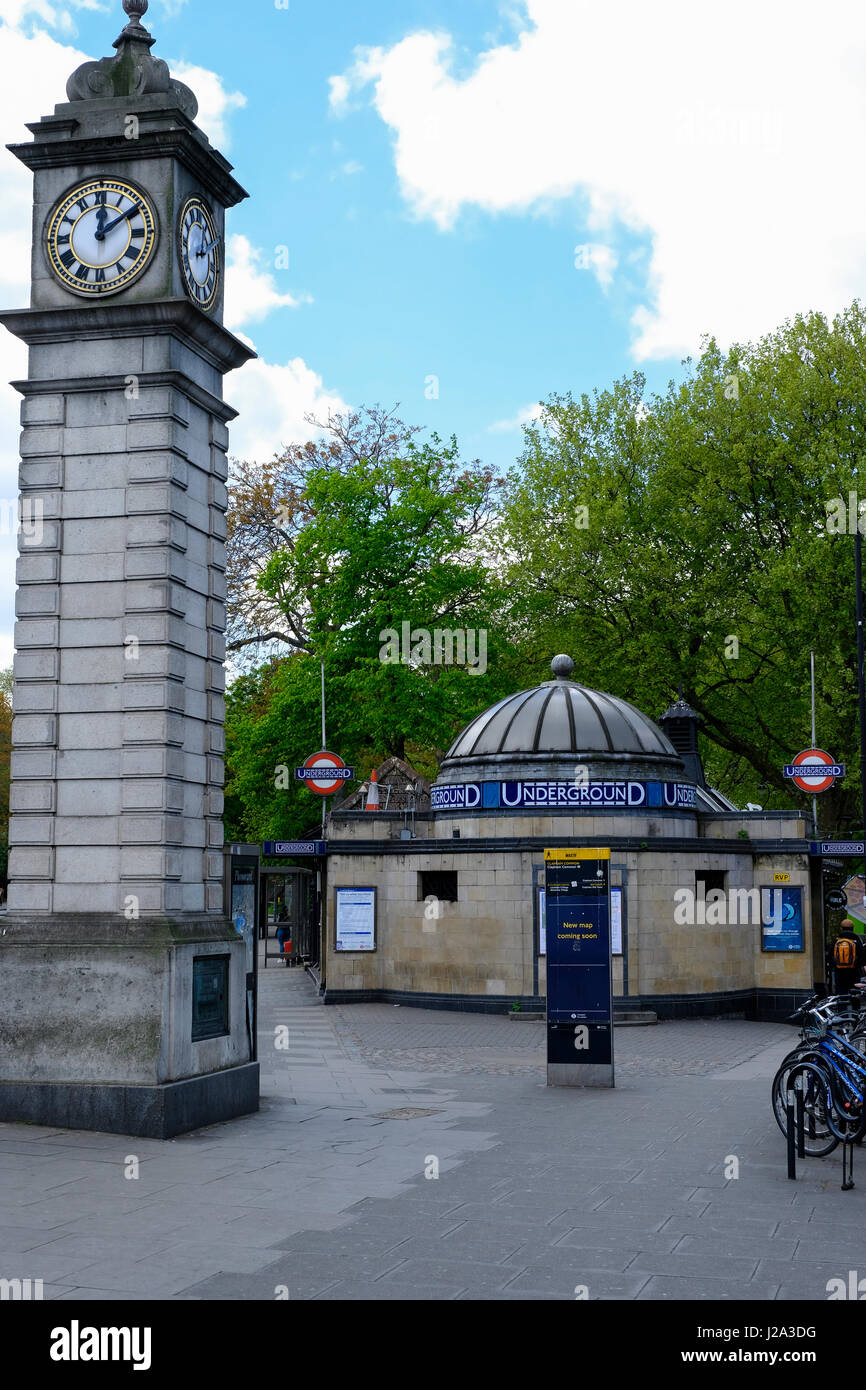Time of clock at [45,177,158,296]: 12:09
